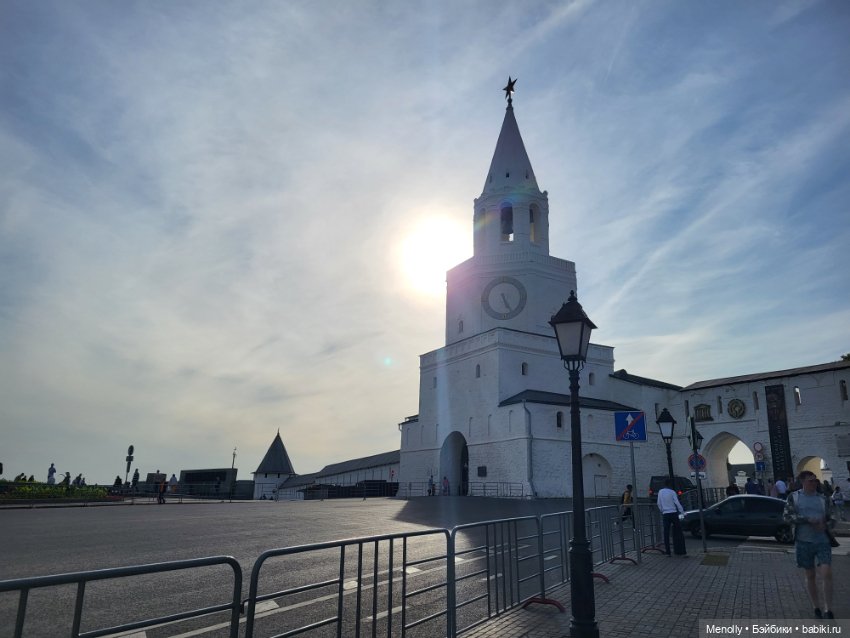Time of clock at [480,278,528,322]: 5:24
